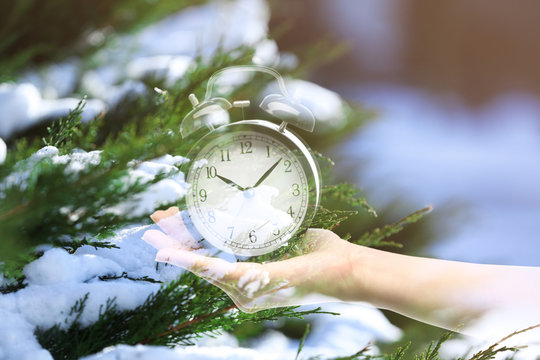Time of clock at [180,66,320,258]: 10:07
